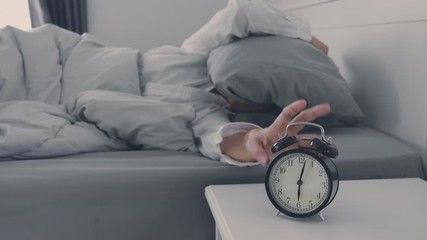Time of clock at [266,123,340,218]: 6:02
